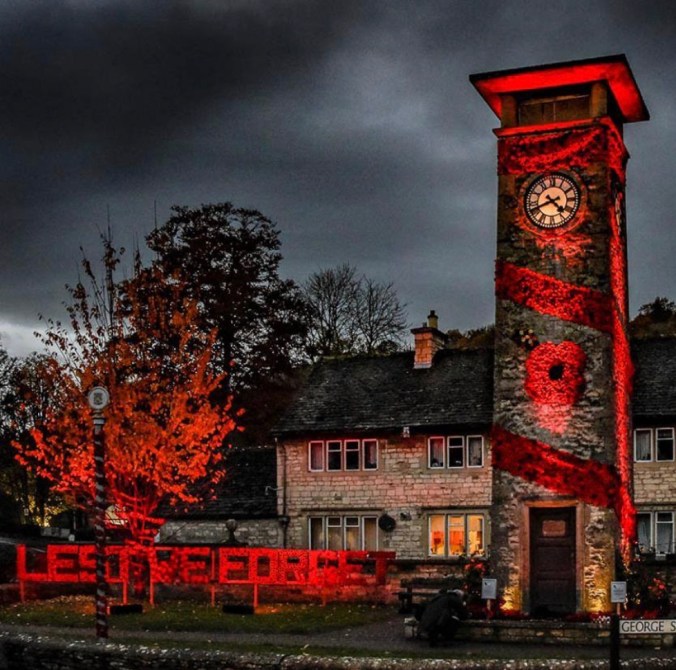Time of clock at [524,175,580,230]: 4:41
